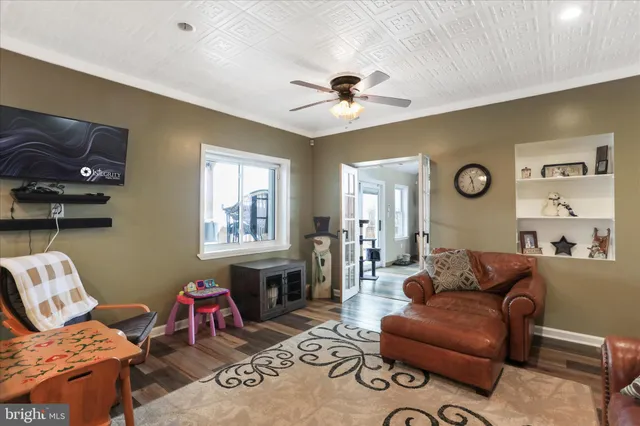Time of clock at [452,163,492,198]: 11:28
